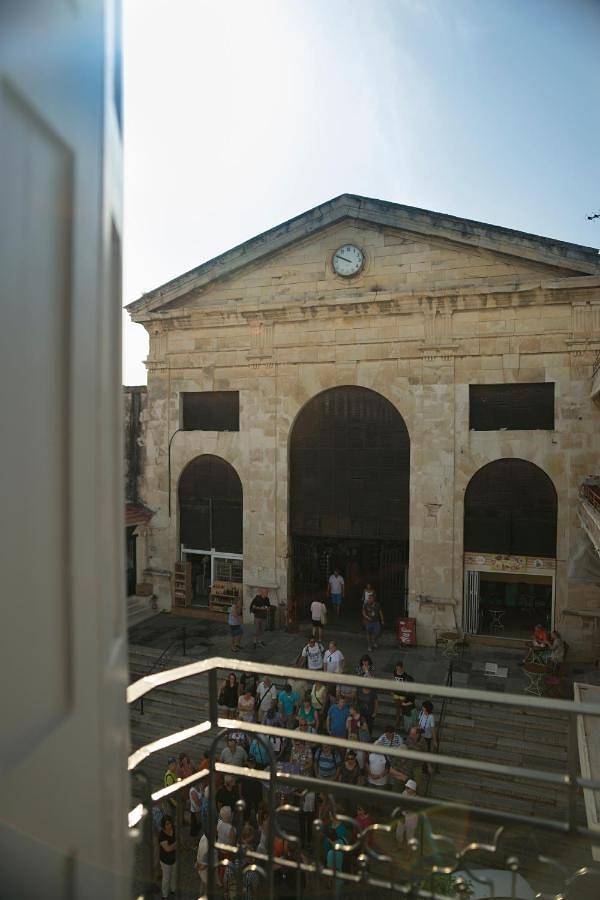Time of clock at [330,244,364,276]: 9:49
